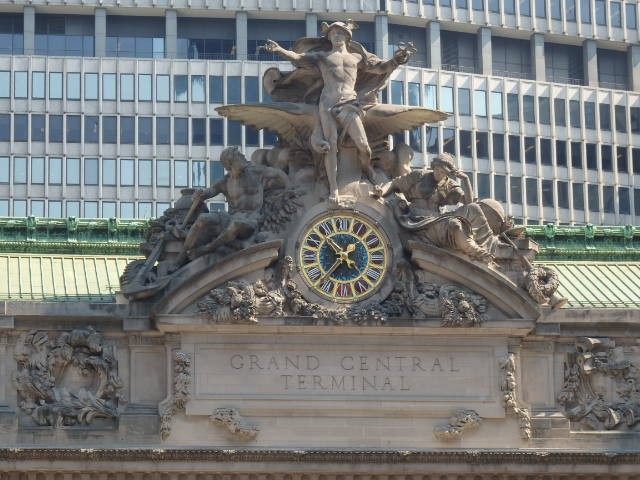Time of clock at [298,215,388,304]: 10:36
